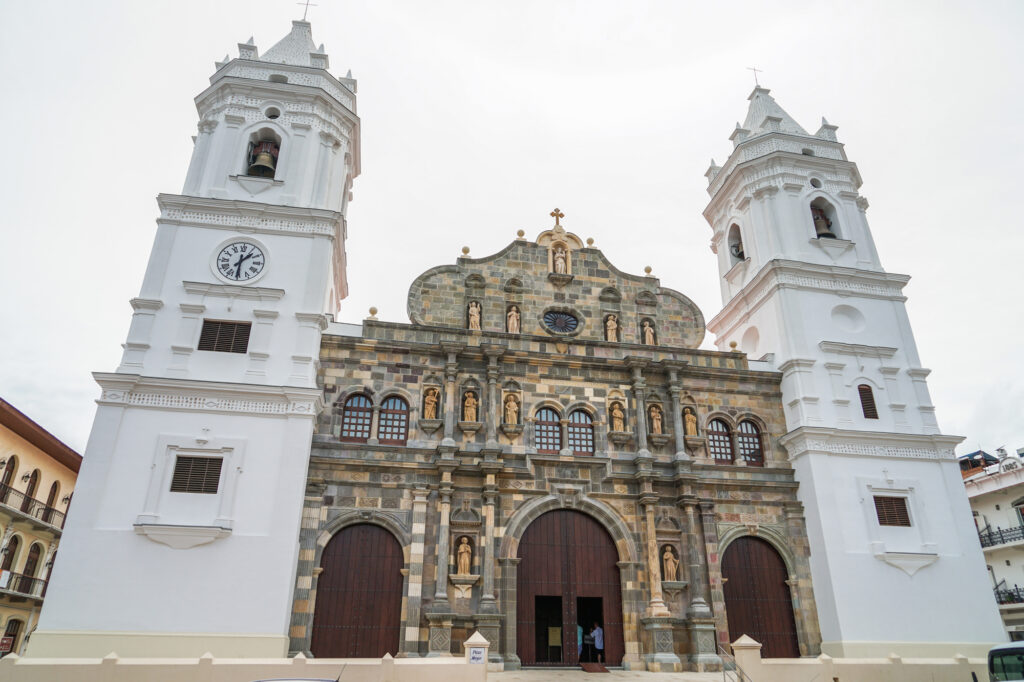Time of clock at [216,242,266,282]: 1:30
